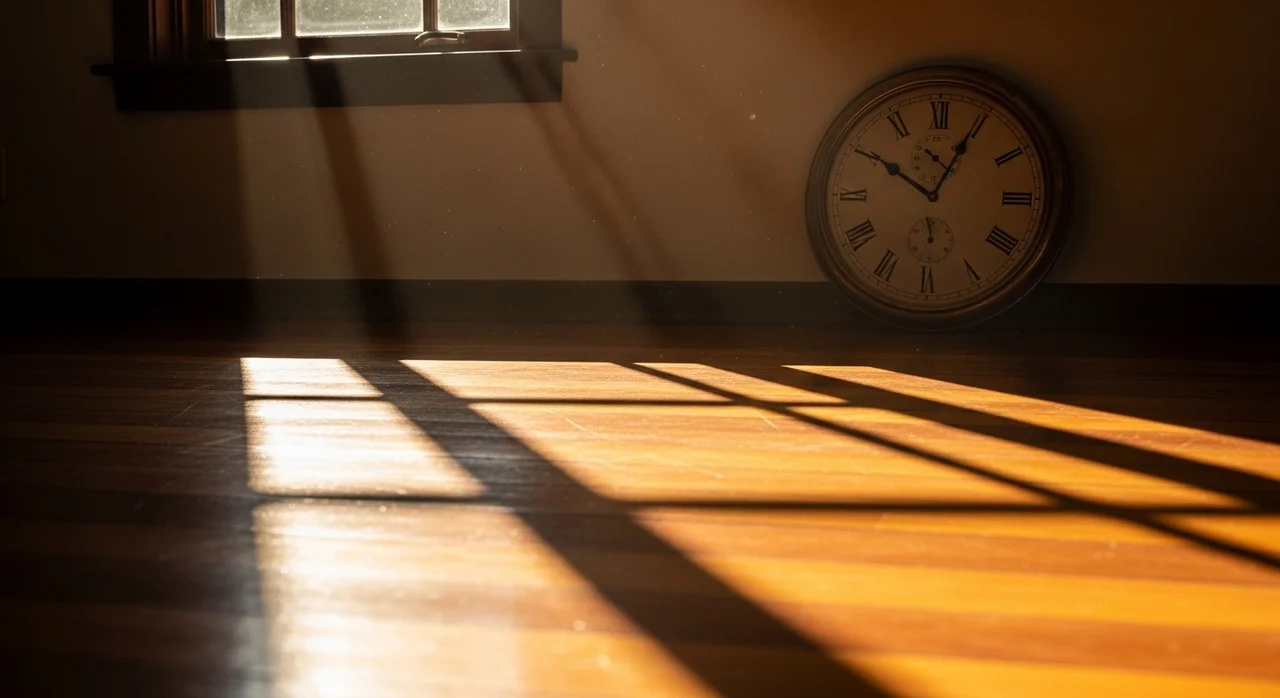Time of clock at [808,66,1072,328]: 10:04
